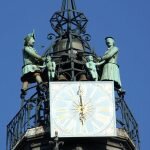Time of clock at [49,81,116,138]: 5:59
